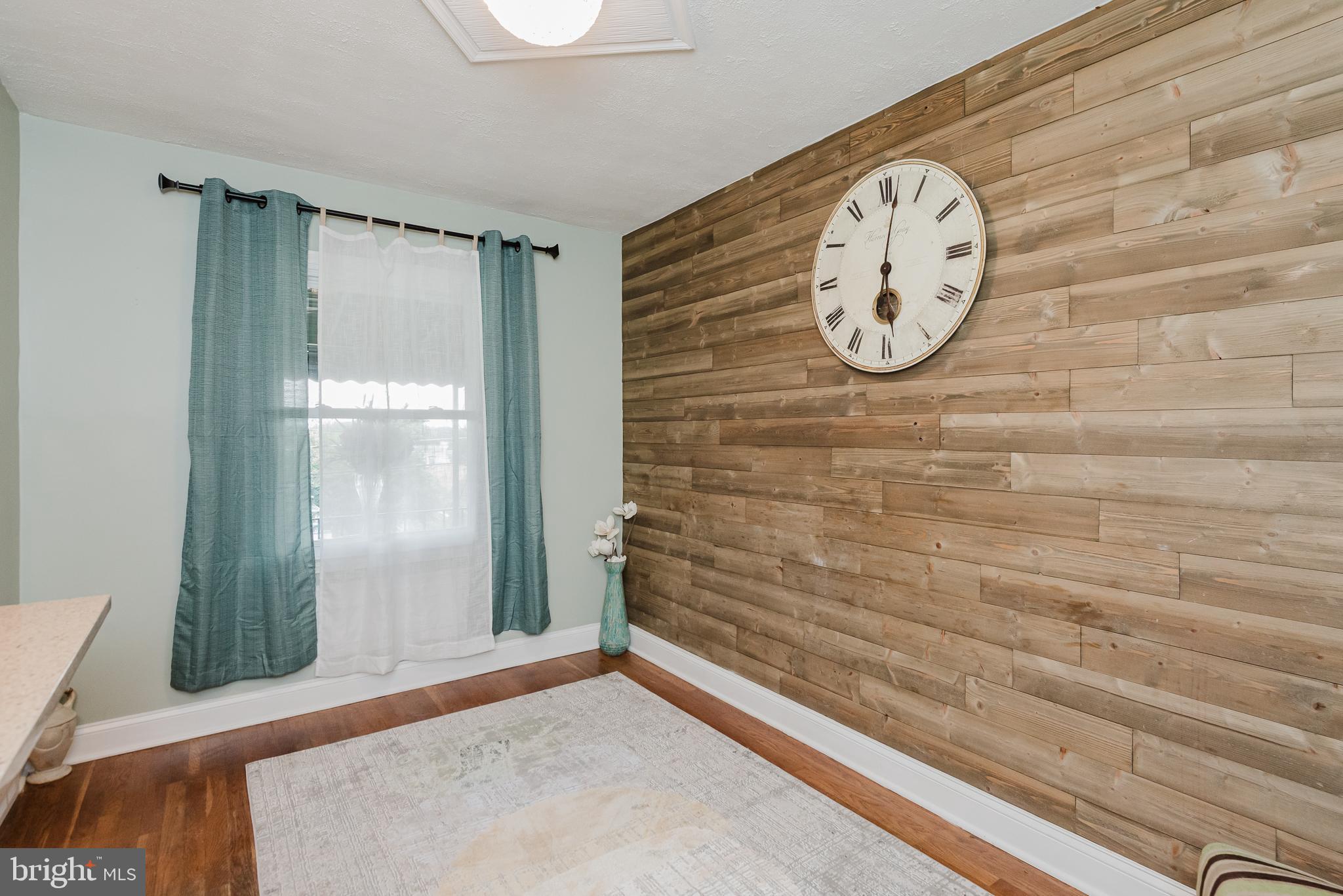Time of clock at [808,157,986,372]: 6:01
